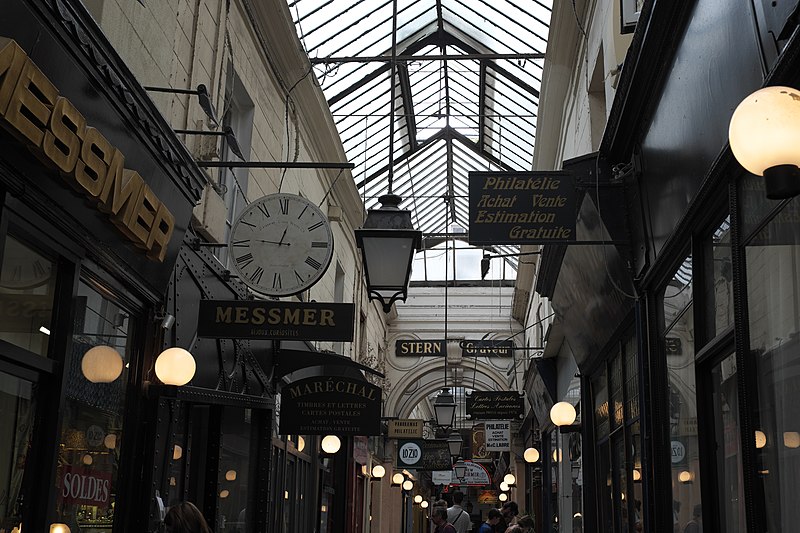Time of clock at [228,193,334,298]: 12:46
